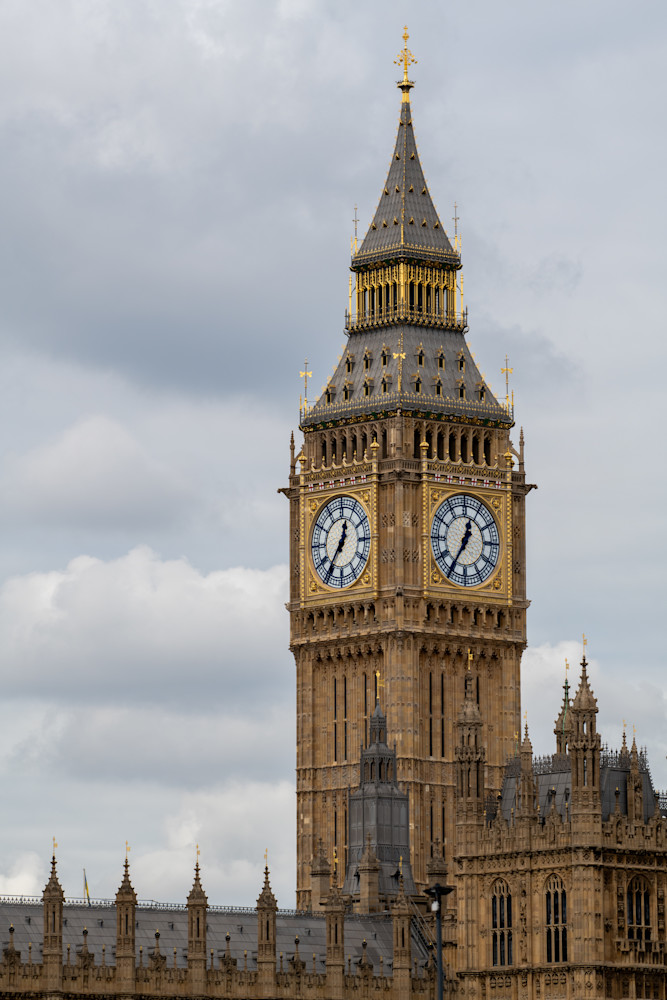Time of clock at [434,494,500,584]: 12:35
